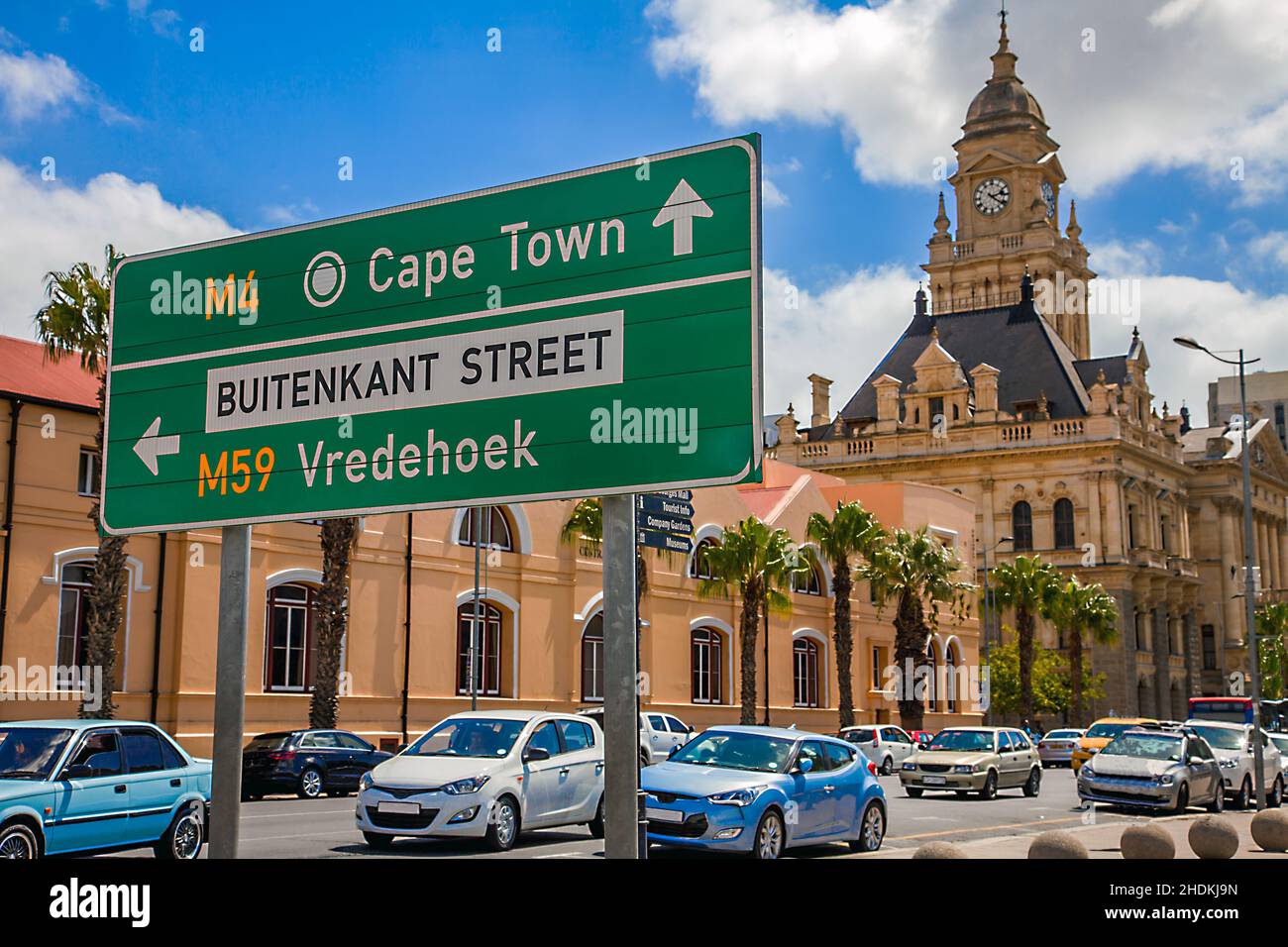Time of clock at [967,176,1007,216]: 2:21
